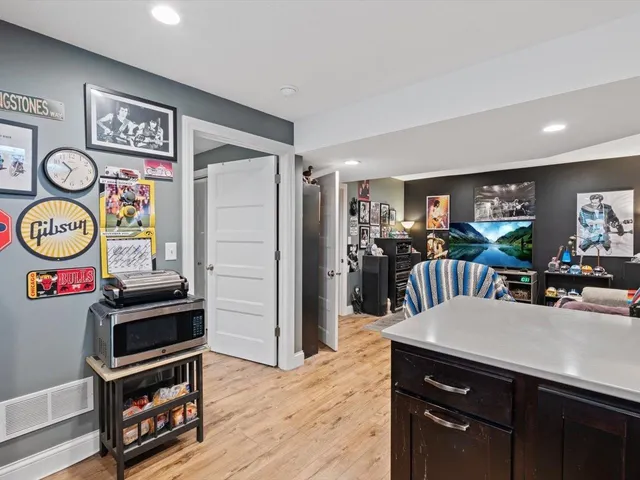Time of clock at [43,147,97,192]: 10:34
